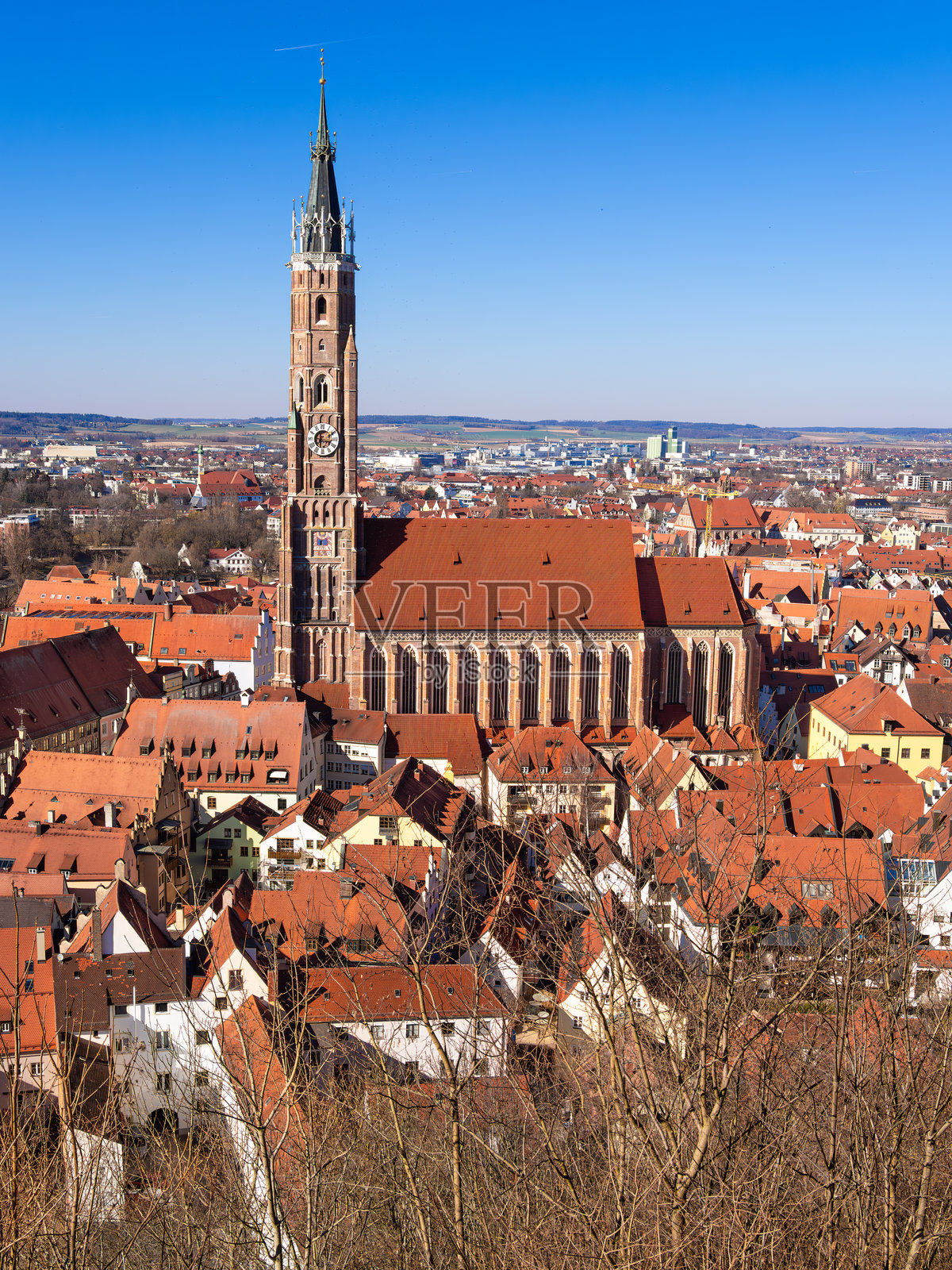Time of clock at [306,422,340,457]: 6:17
